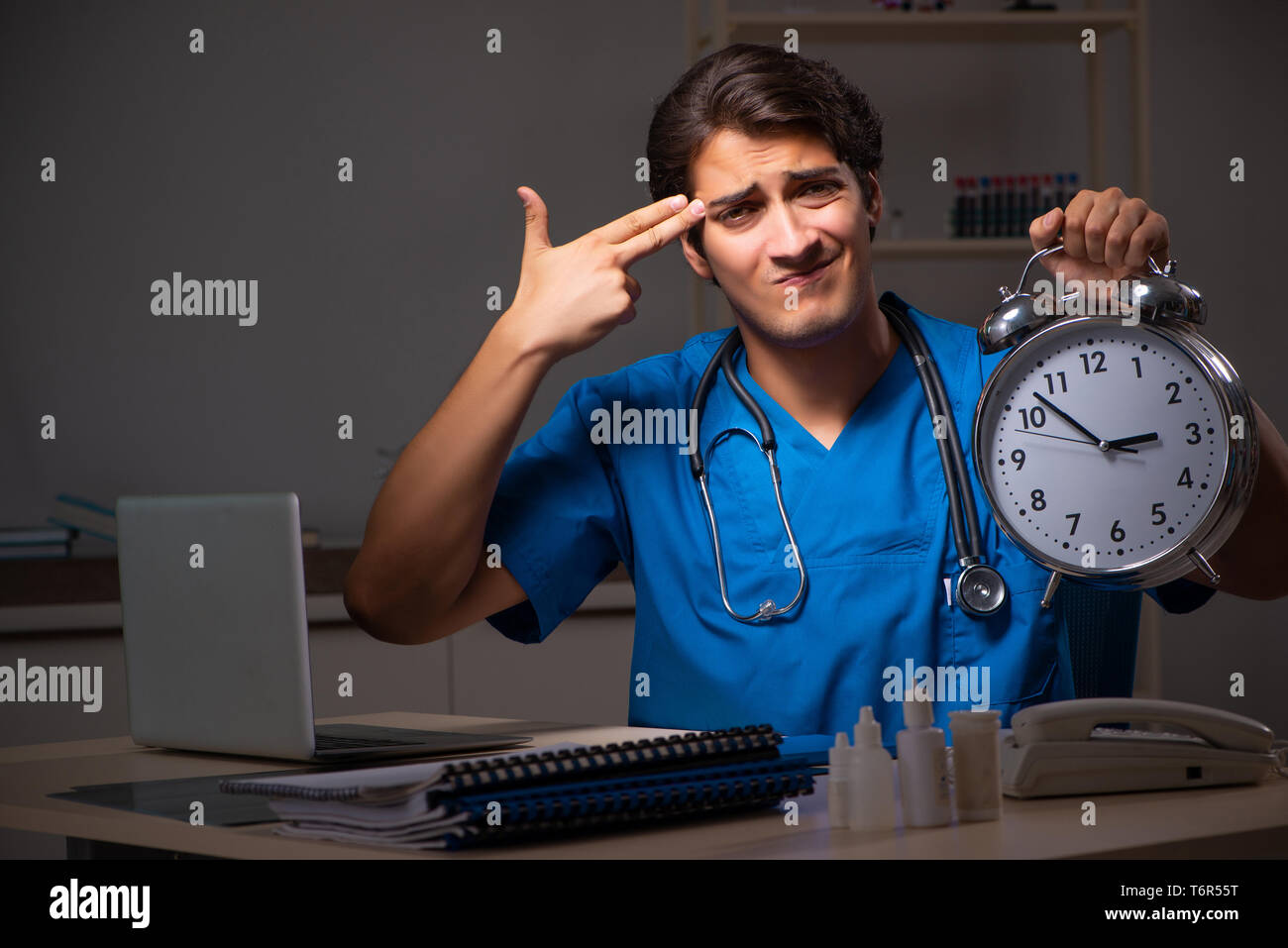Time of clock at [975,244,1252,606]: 2:52
